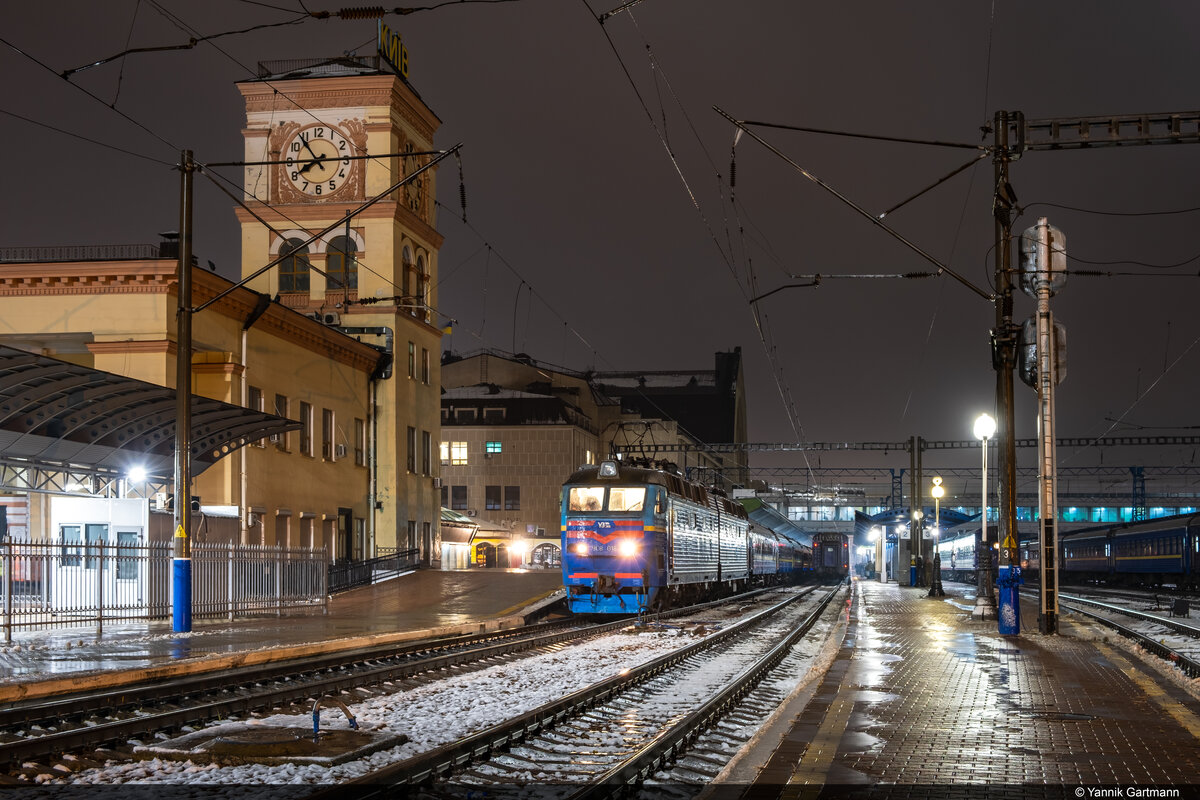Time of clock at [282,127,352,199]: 7:53
